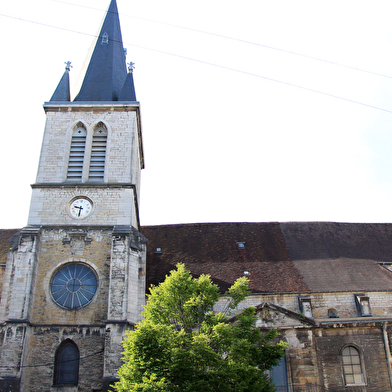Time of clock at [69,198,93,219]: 9:32
